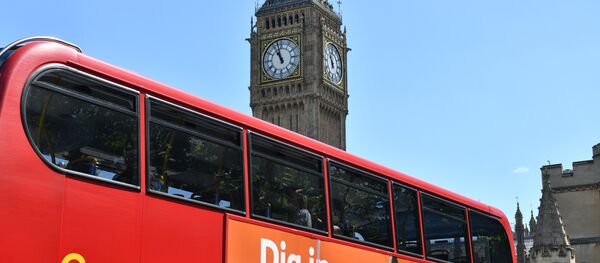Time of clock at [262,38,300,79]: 10:57
